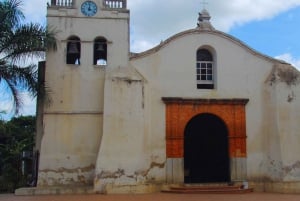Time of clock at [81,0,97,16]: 4:01
